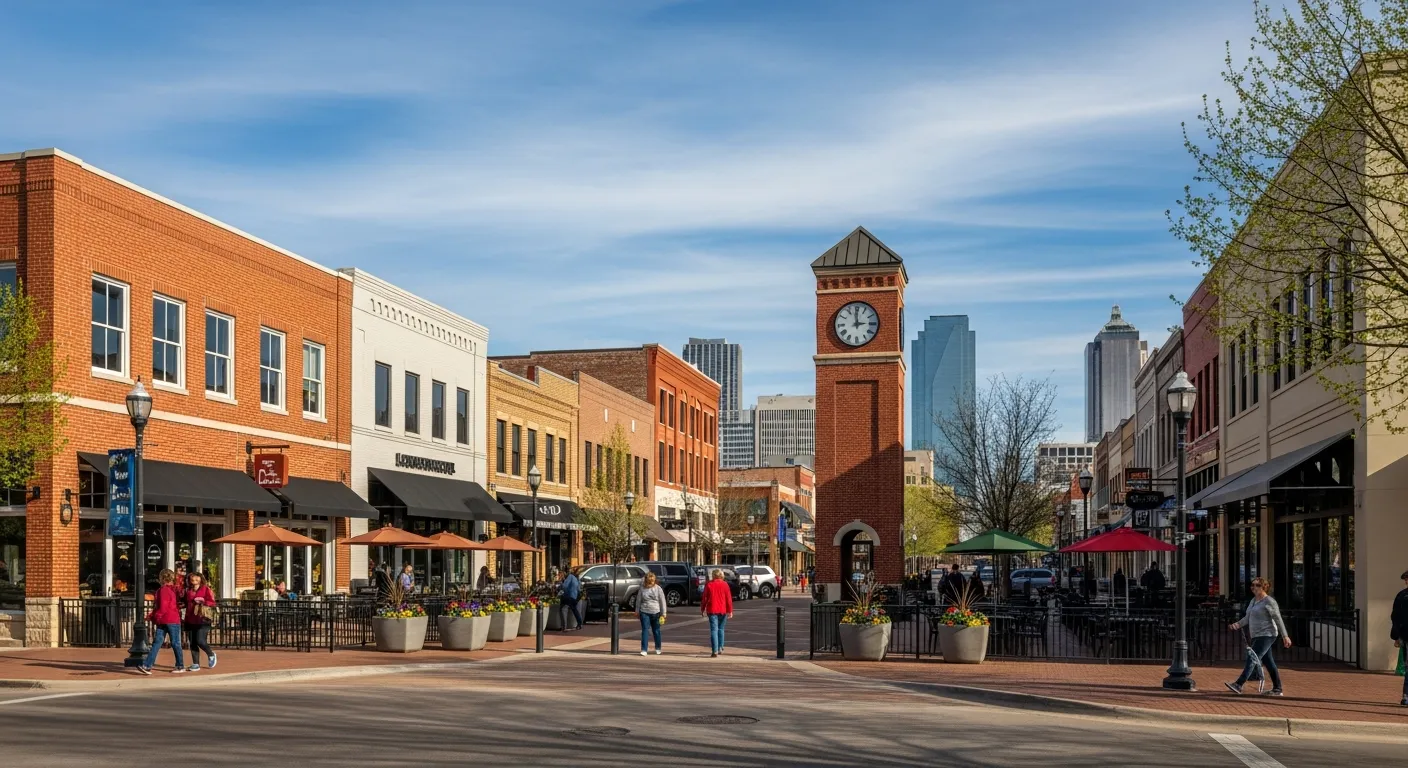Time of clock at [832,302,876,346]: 2:59
